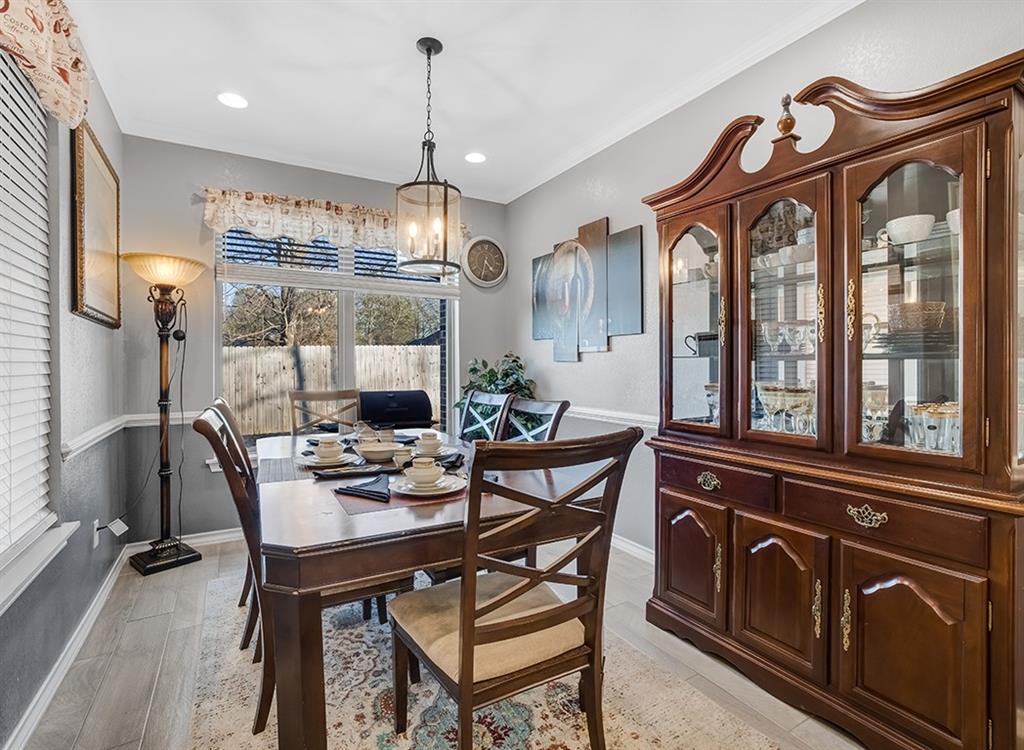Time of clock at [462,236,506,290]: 4:32
